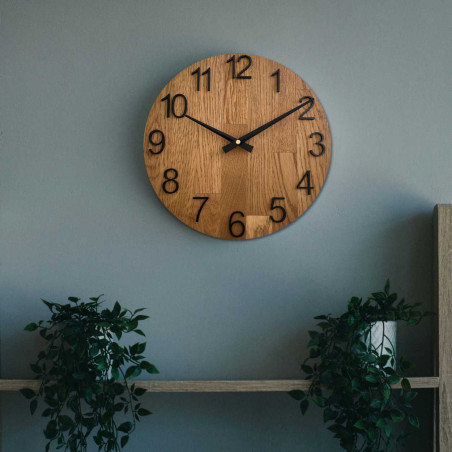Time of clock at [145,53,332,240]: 1:49
